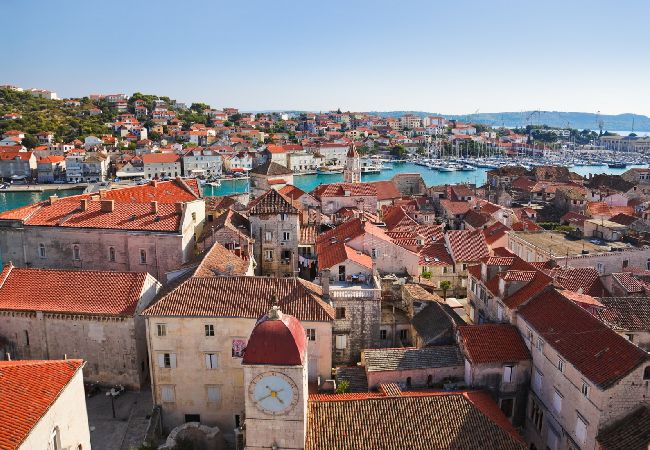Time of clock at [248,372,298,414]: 4:40
